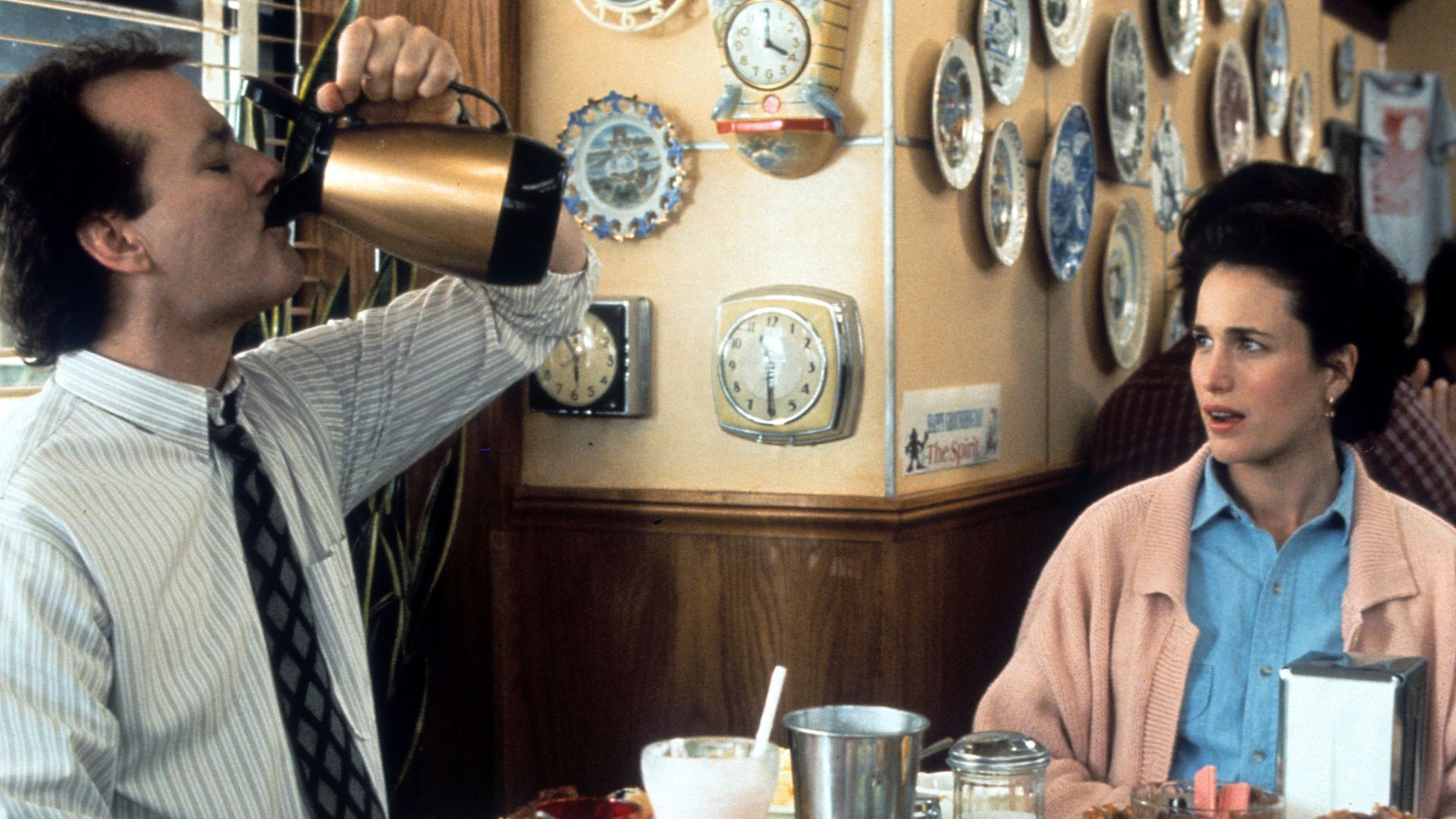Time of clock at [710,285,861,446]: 11:30
